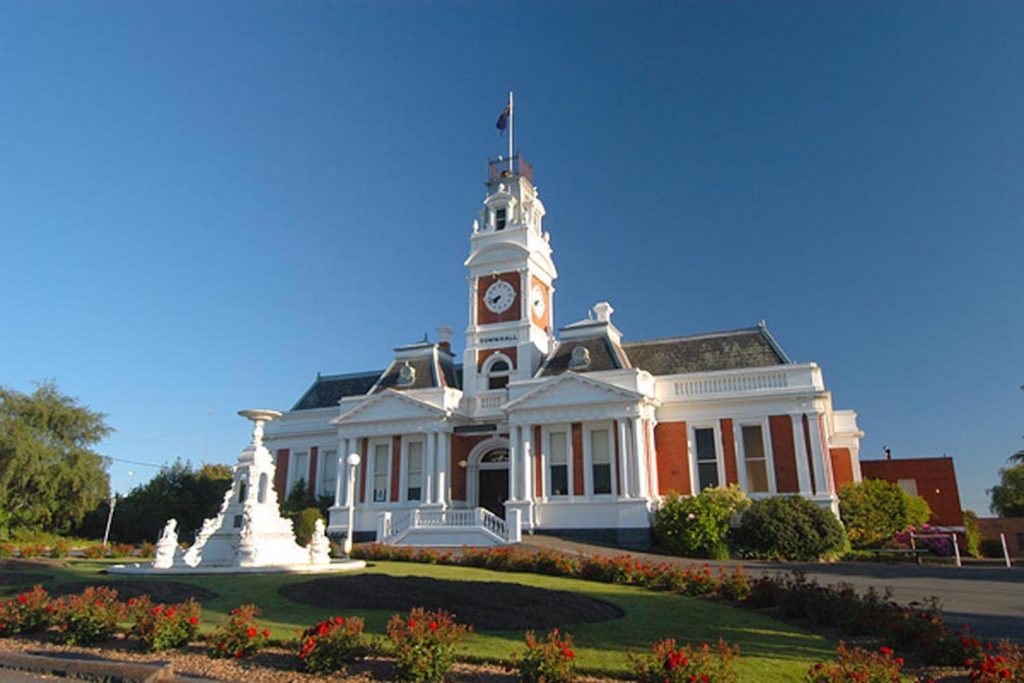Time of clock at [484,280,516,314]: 7:42
